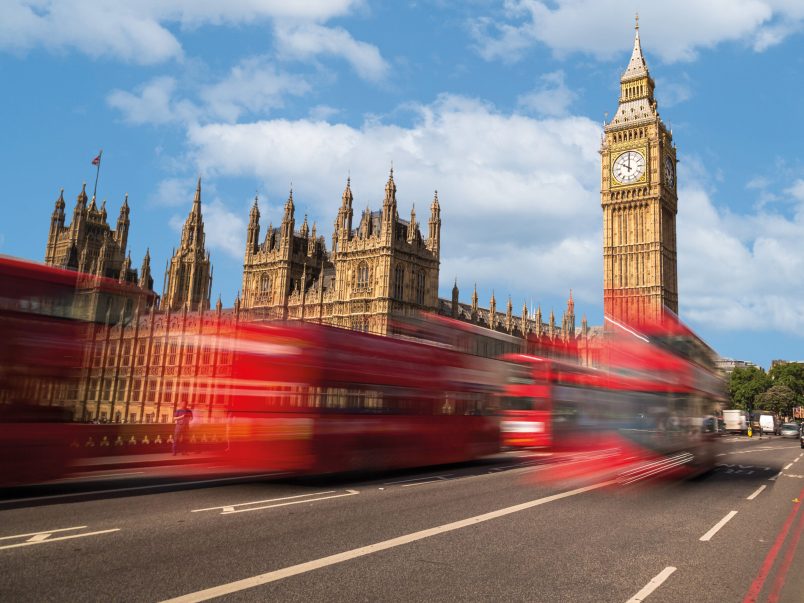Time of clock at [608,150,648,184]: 10:00
